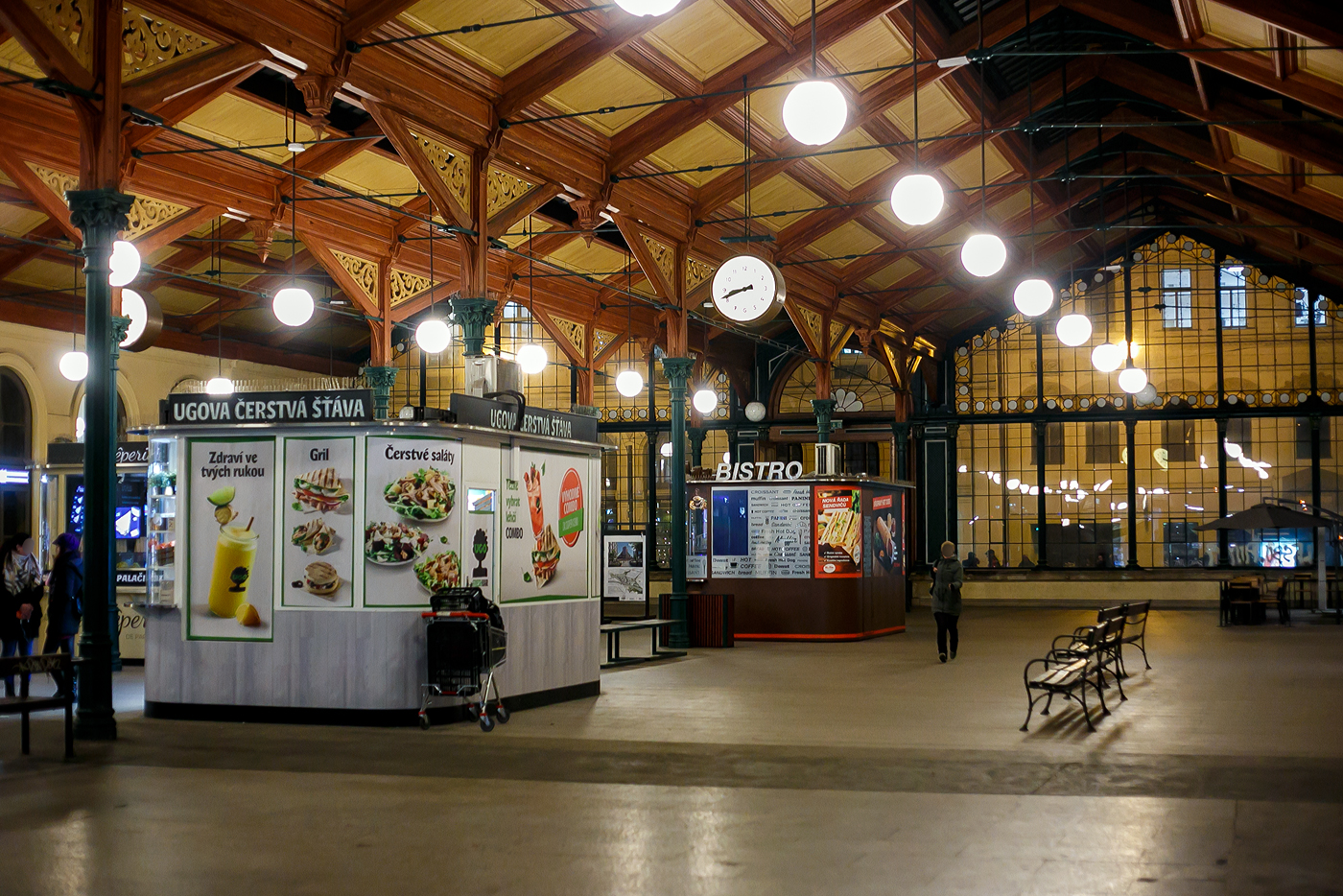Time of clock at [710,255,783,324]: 8:41
